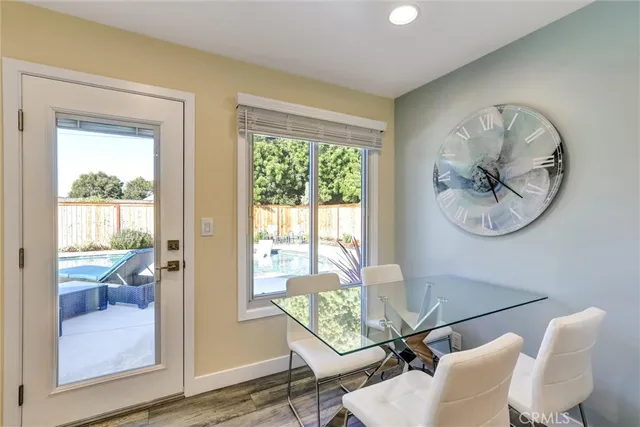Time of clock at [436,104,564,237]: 5:21
